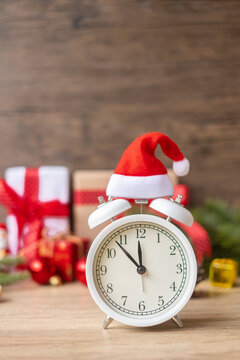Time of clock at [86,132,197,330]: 11:53
